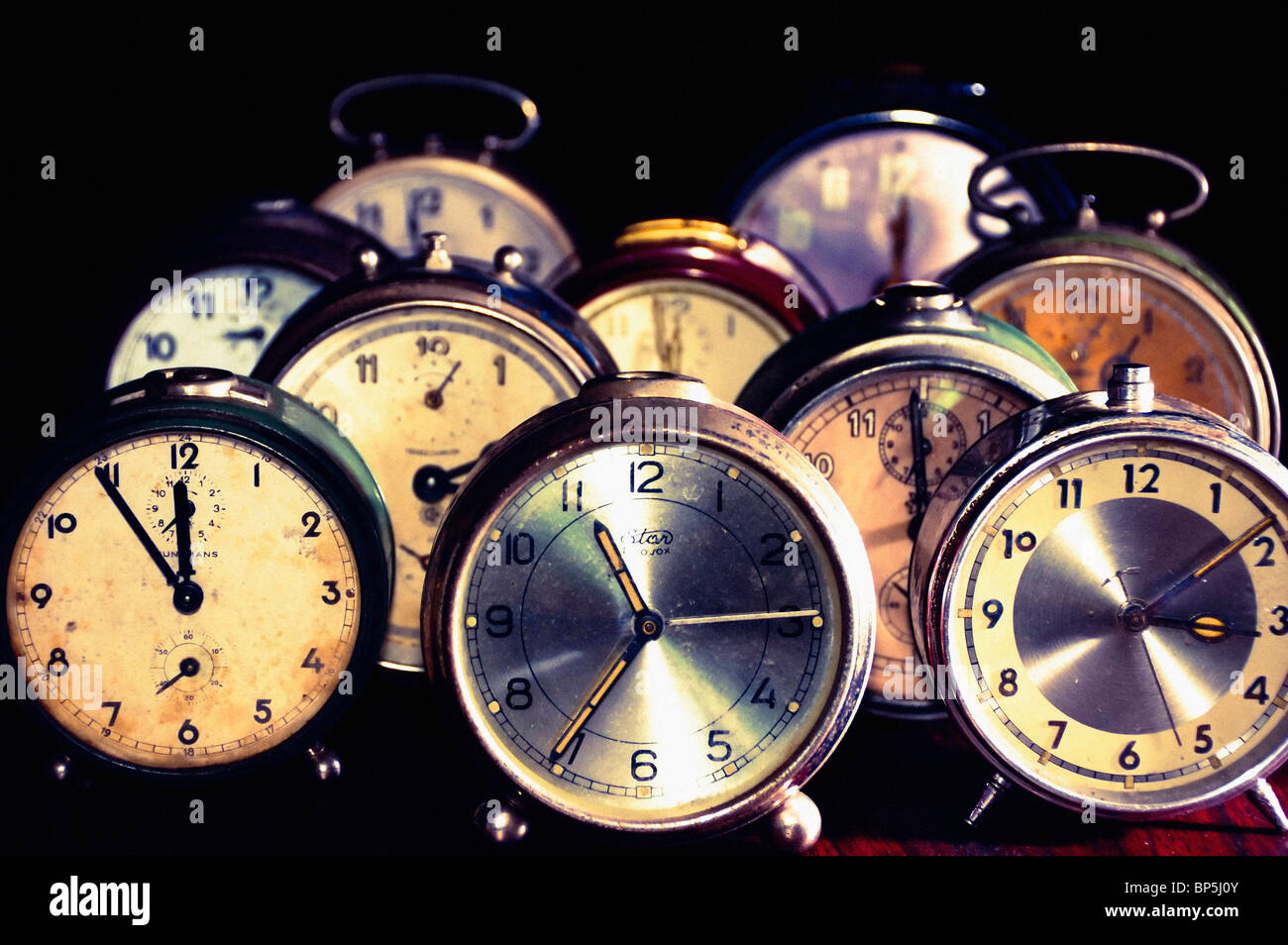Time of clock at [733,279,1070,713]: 5:14
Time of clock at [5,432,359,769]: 11:54
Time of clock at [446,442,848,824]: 11:14
